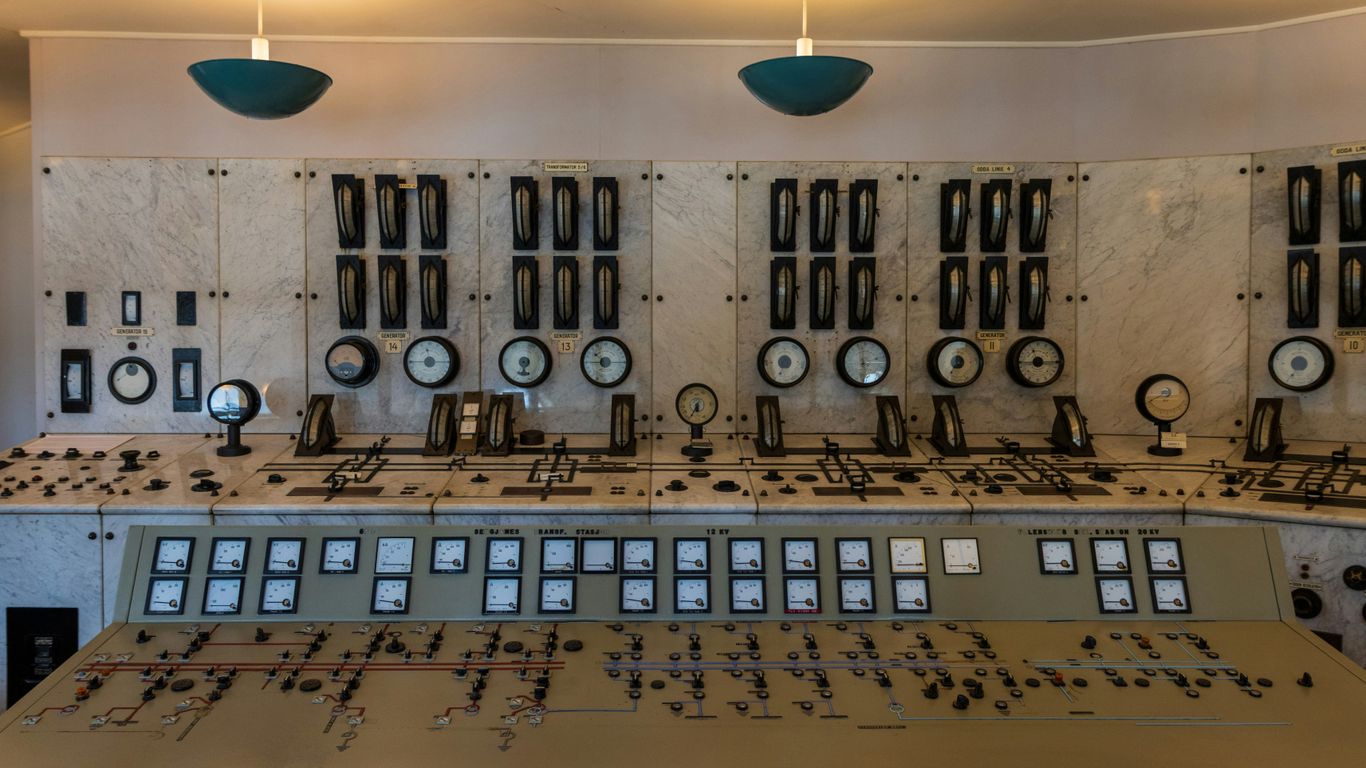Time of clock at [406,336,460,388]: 11:45
